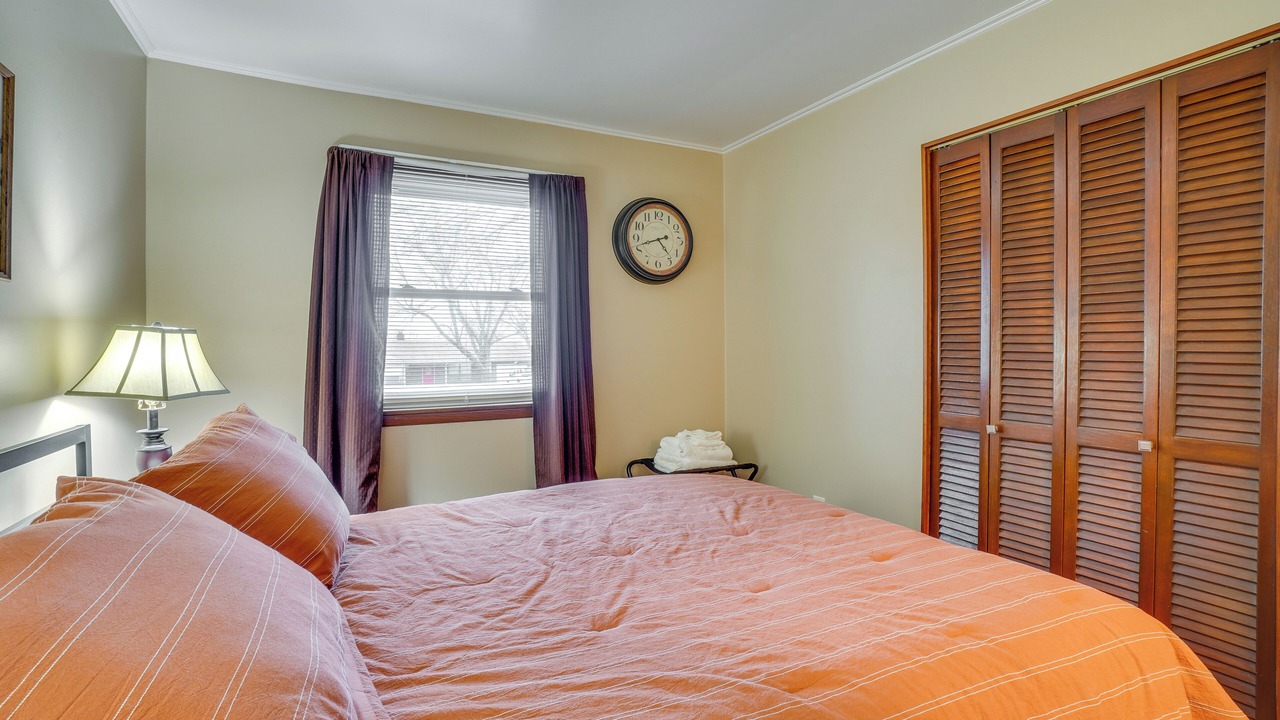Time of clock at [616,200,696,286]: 4:42
